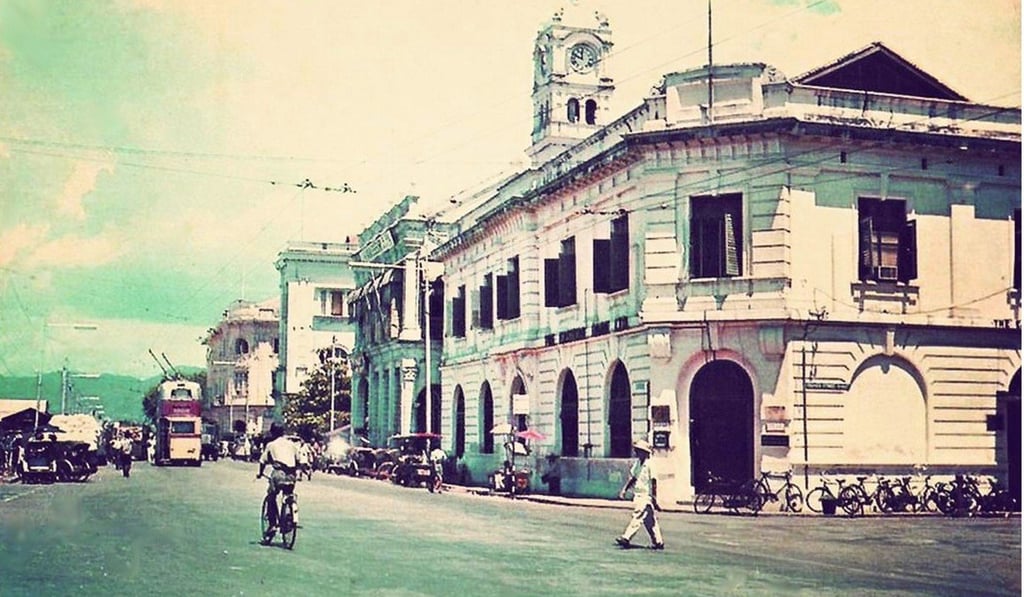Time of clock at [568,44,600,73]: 11:48
